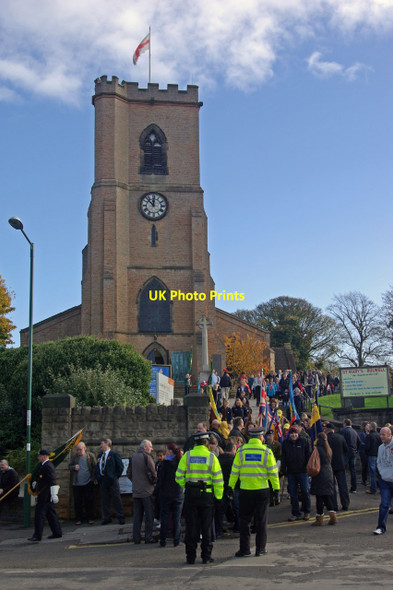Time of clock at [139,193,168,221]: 11:52
